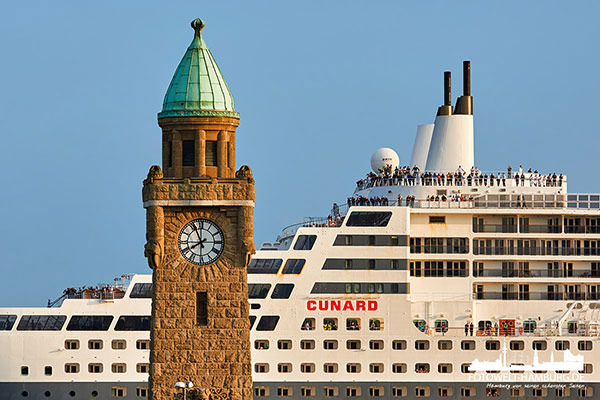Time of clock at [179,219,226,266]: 7:55
